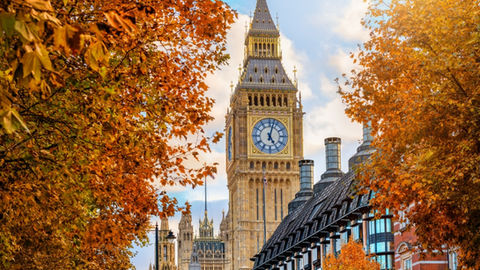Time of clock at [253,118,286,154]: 5:02
